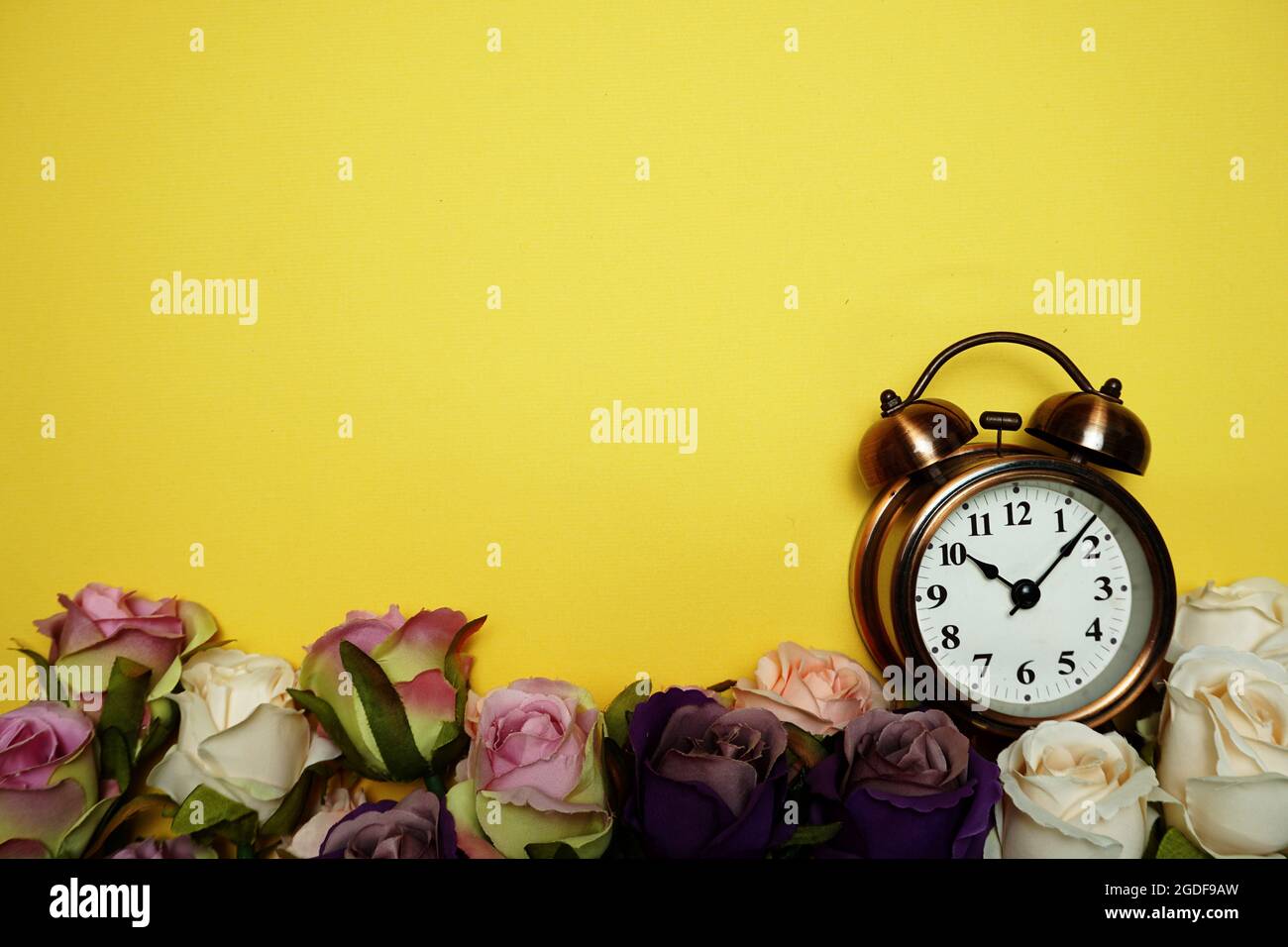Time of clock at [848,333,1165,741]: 10:07
